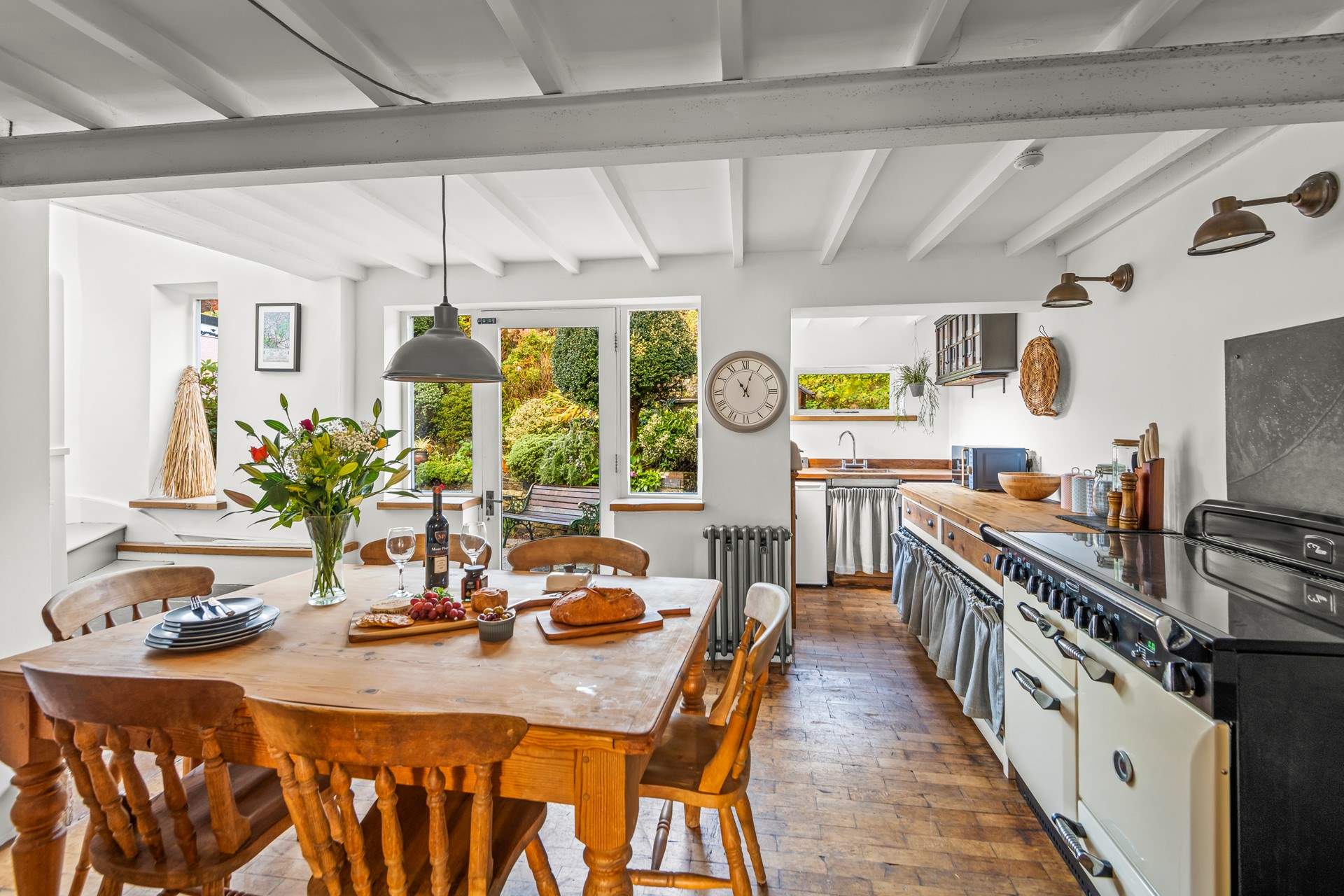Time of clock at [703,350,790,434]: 11:03
